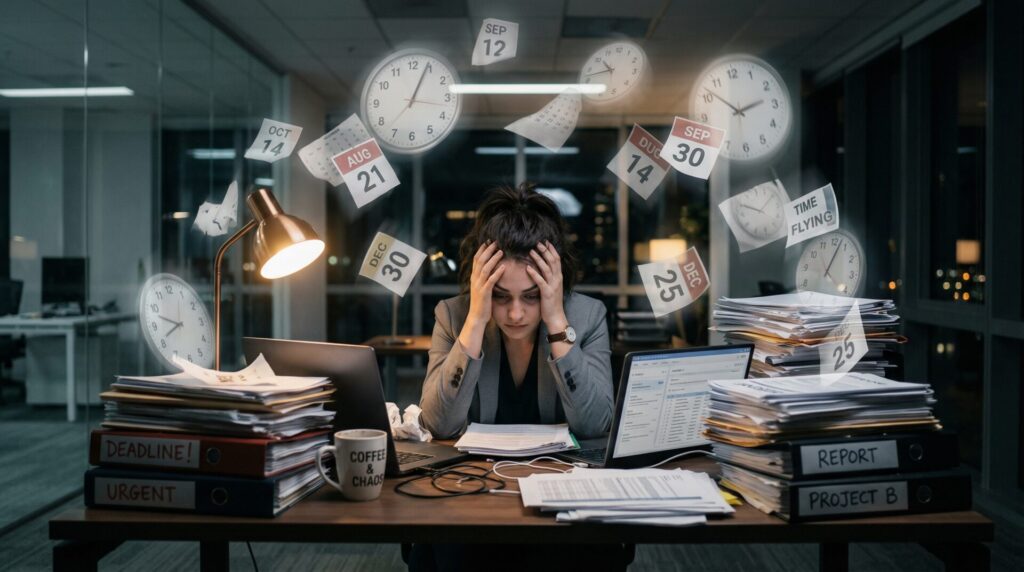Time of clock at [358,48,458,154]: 1:04
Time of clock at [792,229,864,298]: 4:02
